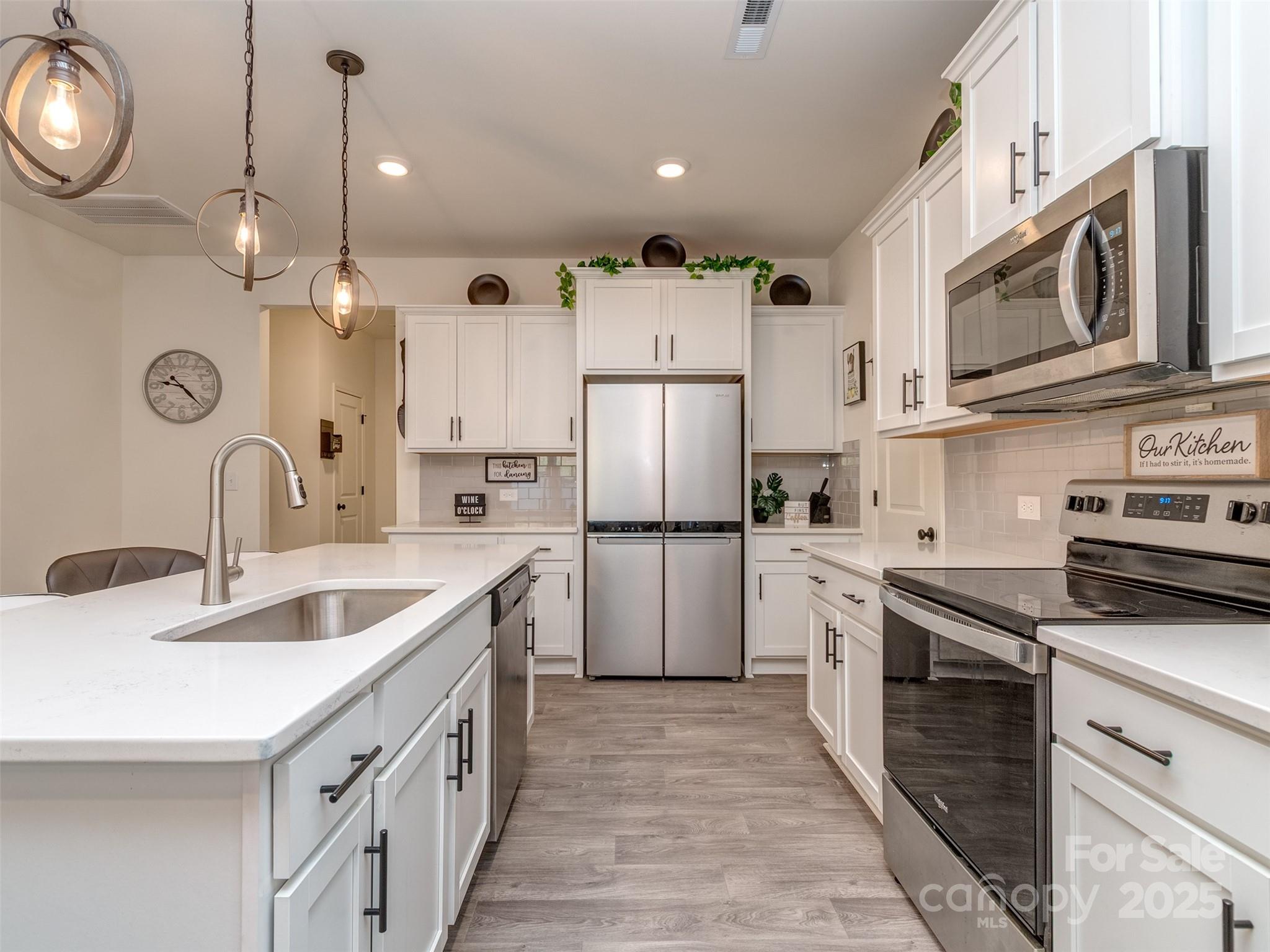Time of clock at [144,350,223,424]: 9:22
